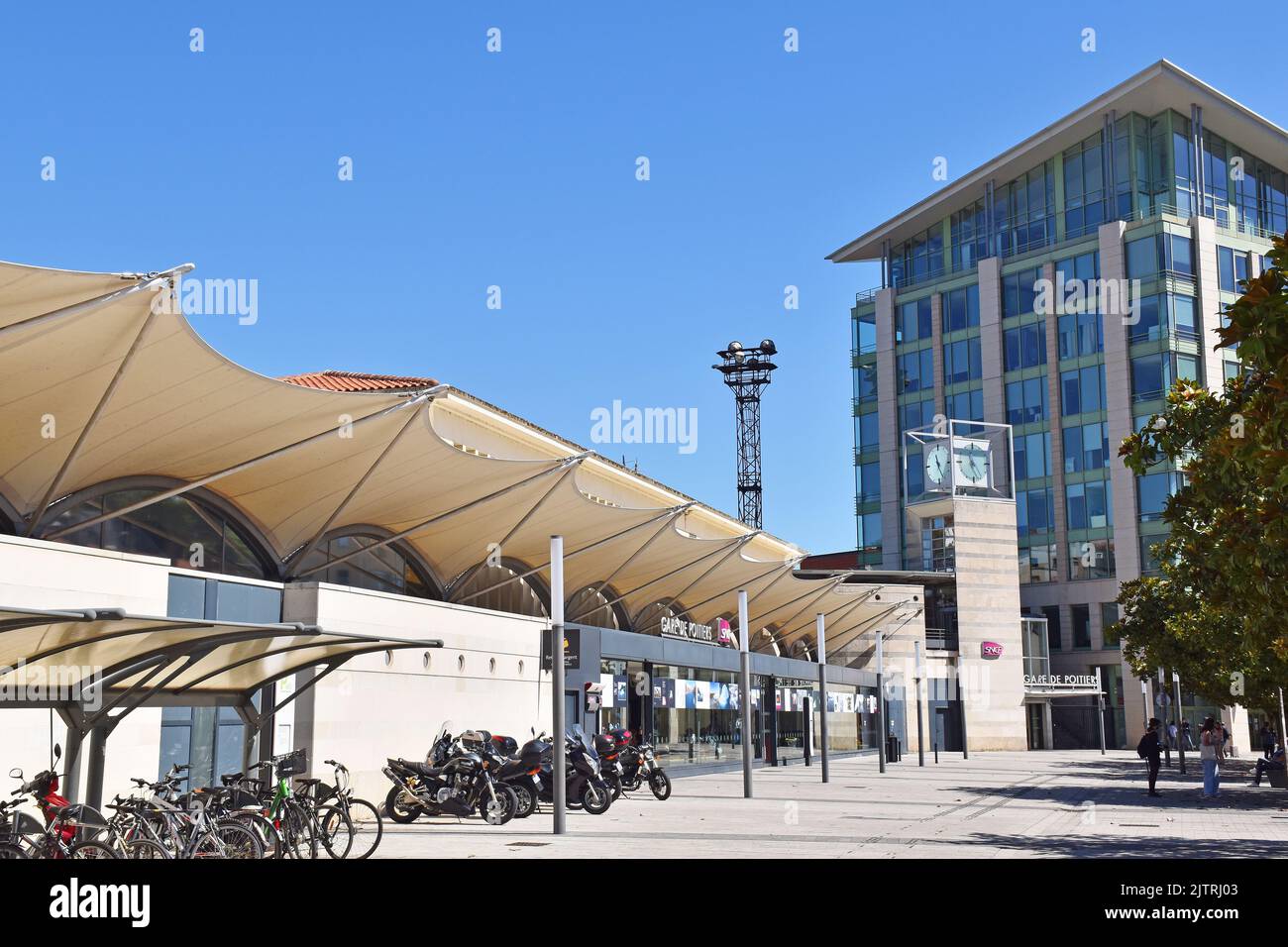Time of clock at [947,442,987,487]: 11:25
